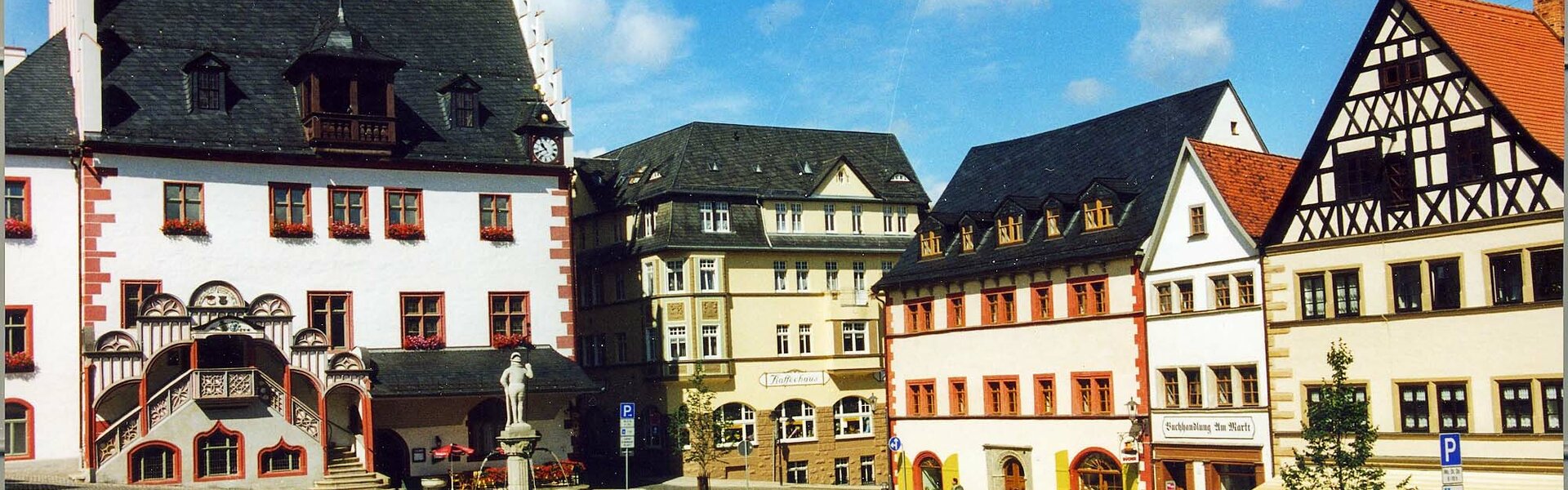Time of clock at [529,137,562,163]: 10:41
